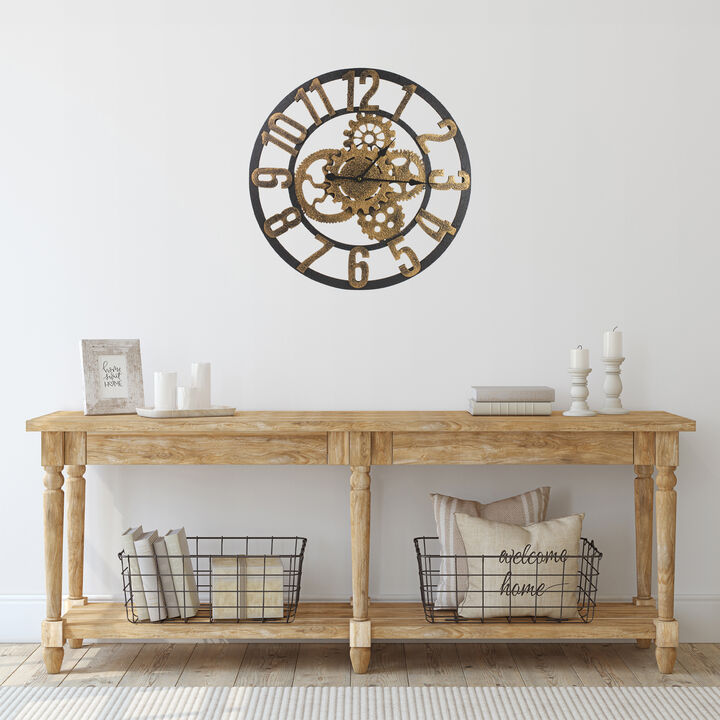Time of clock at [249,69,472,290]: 1:14
